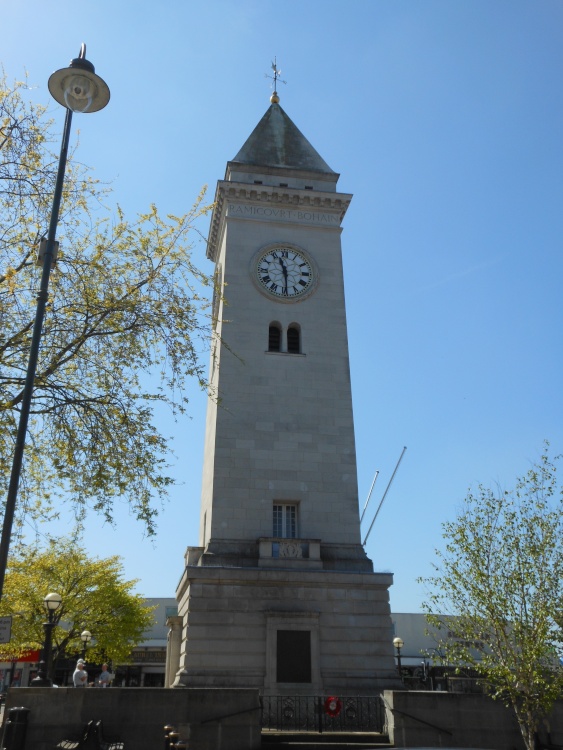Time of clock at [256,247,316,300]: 11:29
